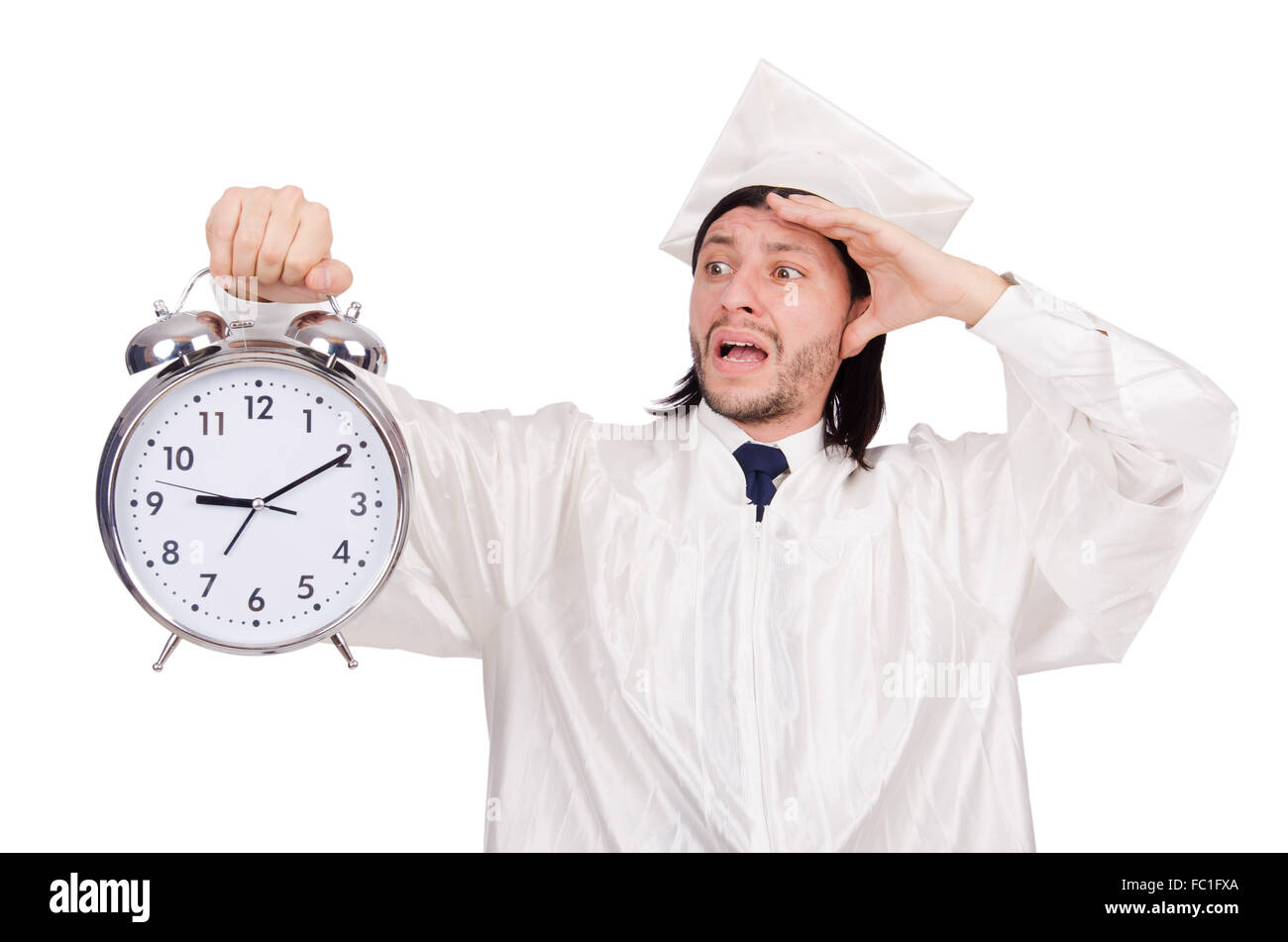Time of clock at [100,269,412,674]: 9:10
